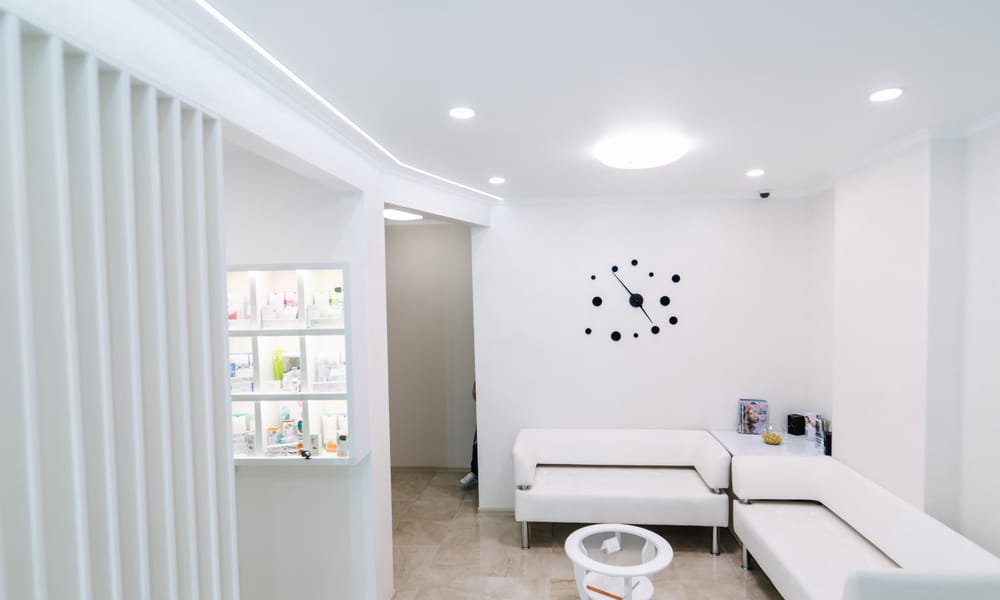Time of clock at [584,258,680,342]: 4:53
